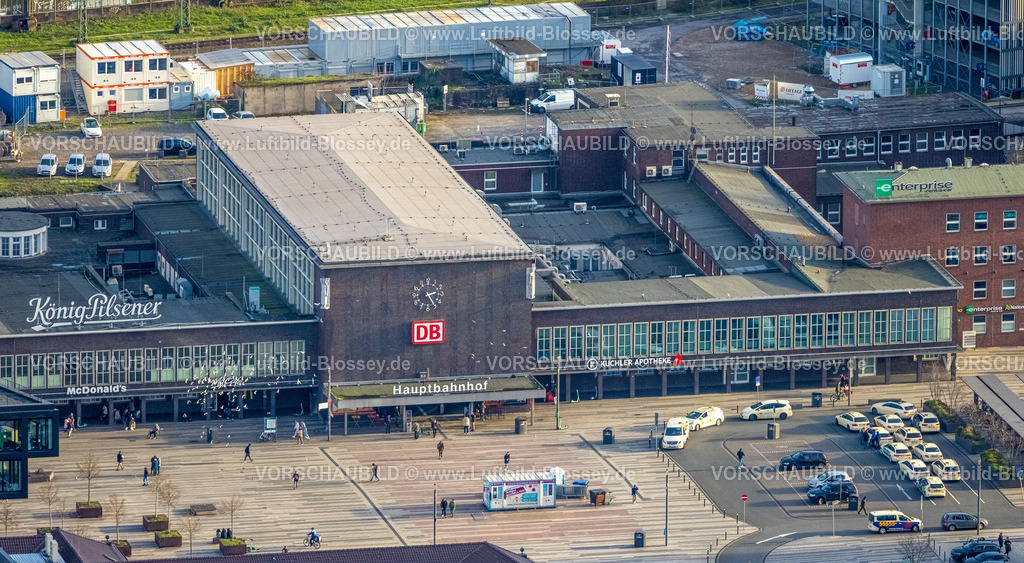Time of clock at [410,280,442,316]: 2:25
